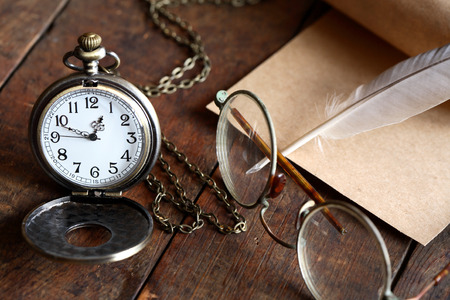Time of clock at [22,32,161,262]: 12:48
